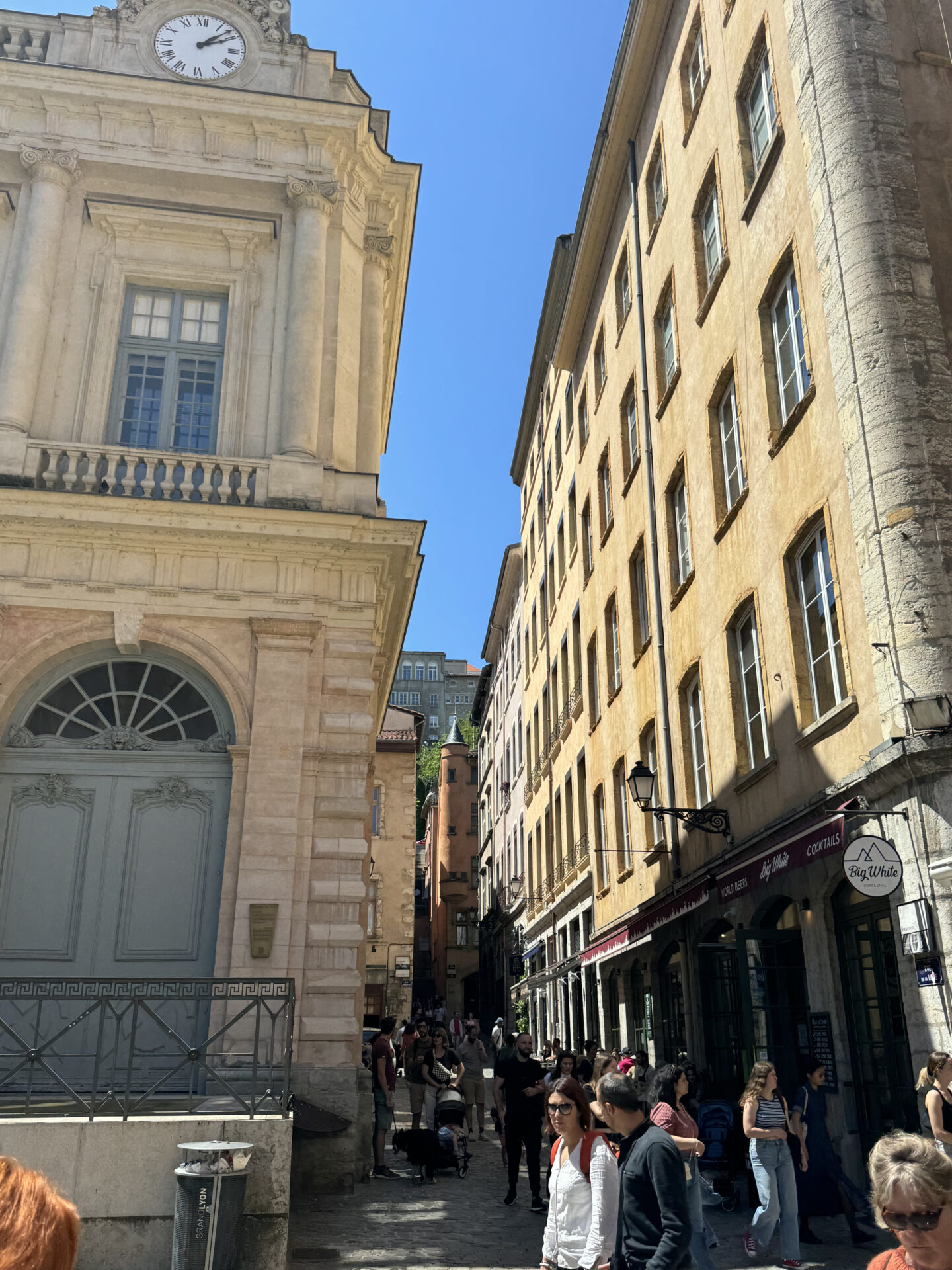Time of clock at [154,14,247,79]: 2:07
